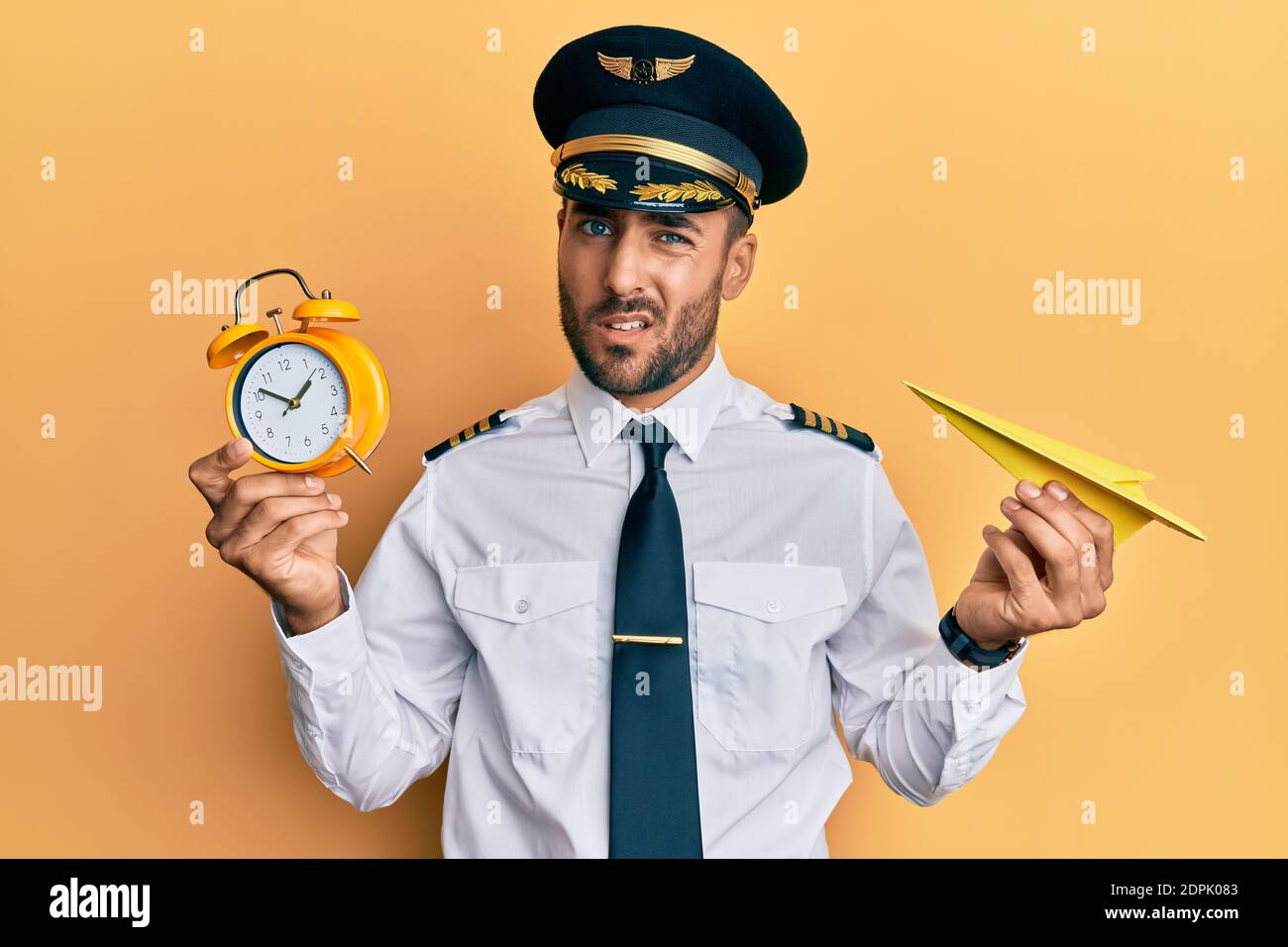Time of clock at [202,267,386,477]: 1:51
